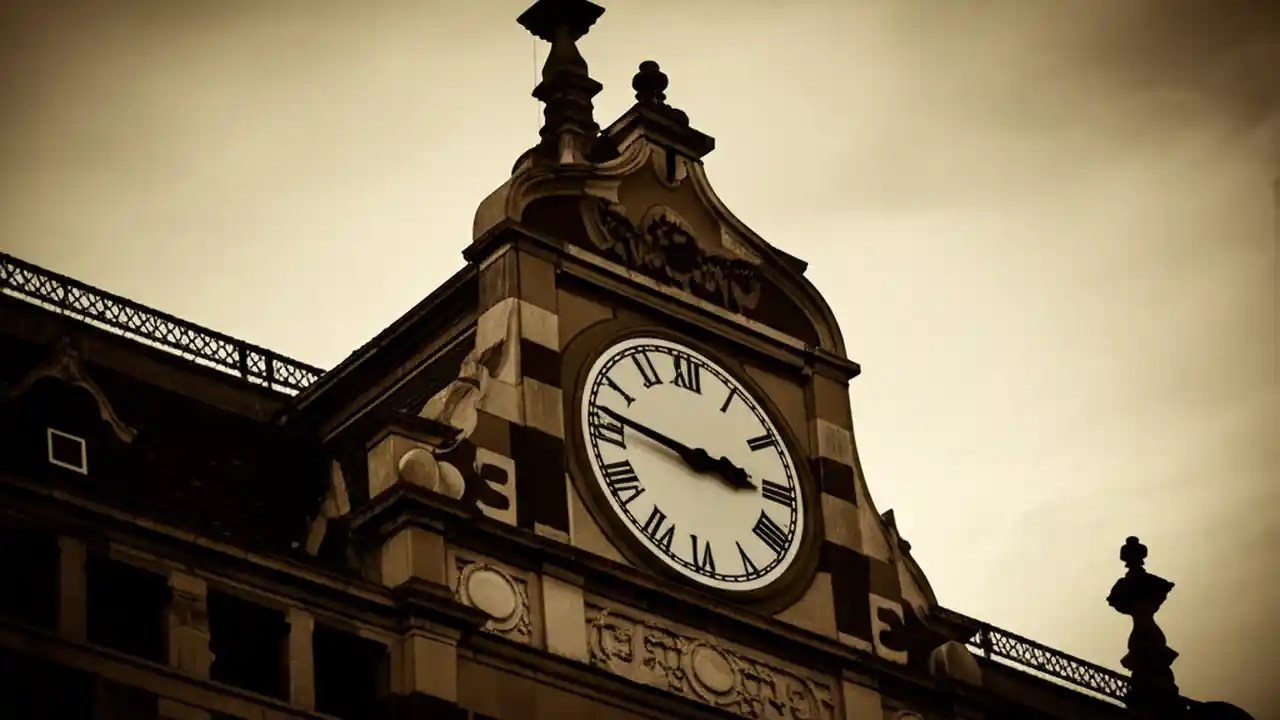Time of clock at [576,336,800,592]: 2:46
